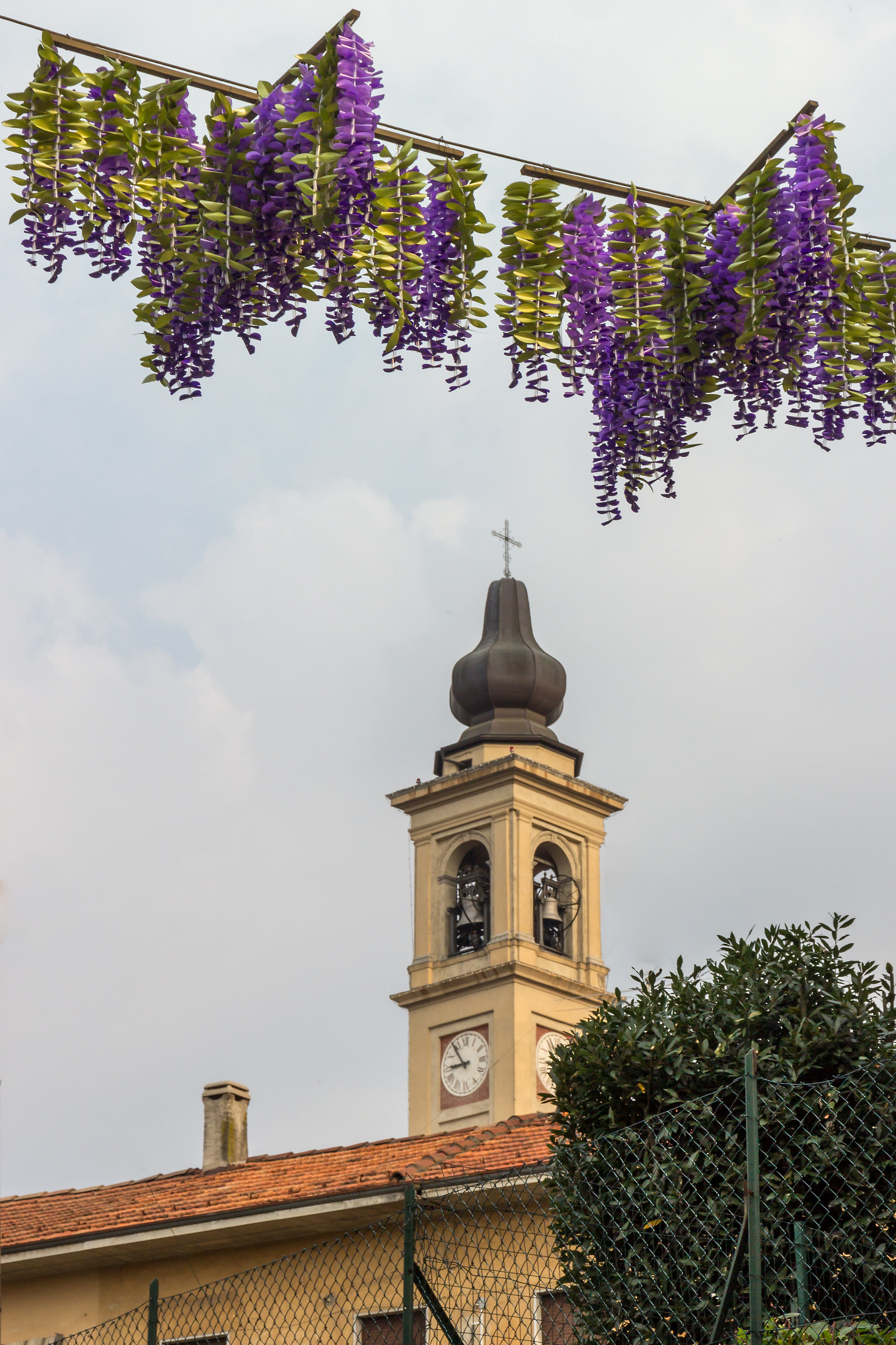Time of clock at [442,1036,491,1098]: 8:53
